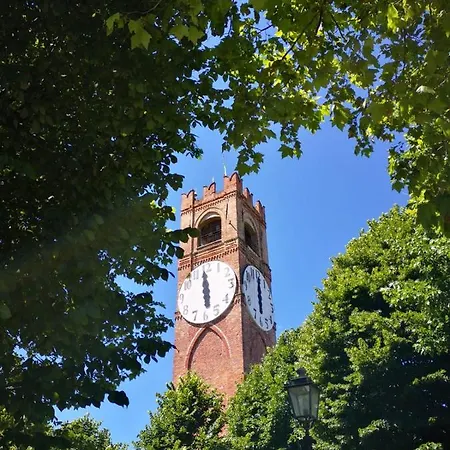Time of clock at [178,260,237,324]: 5:59
